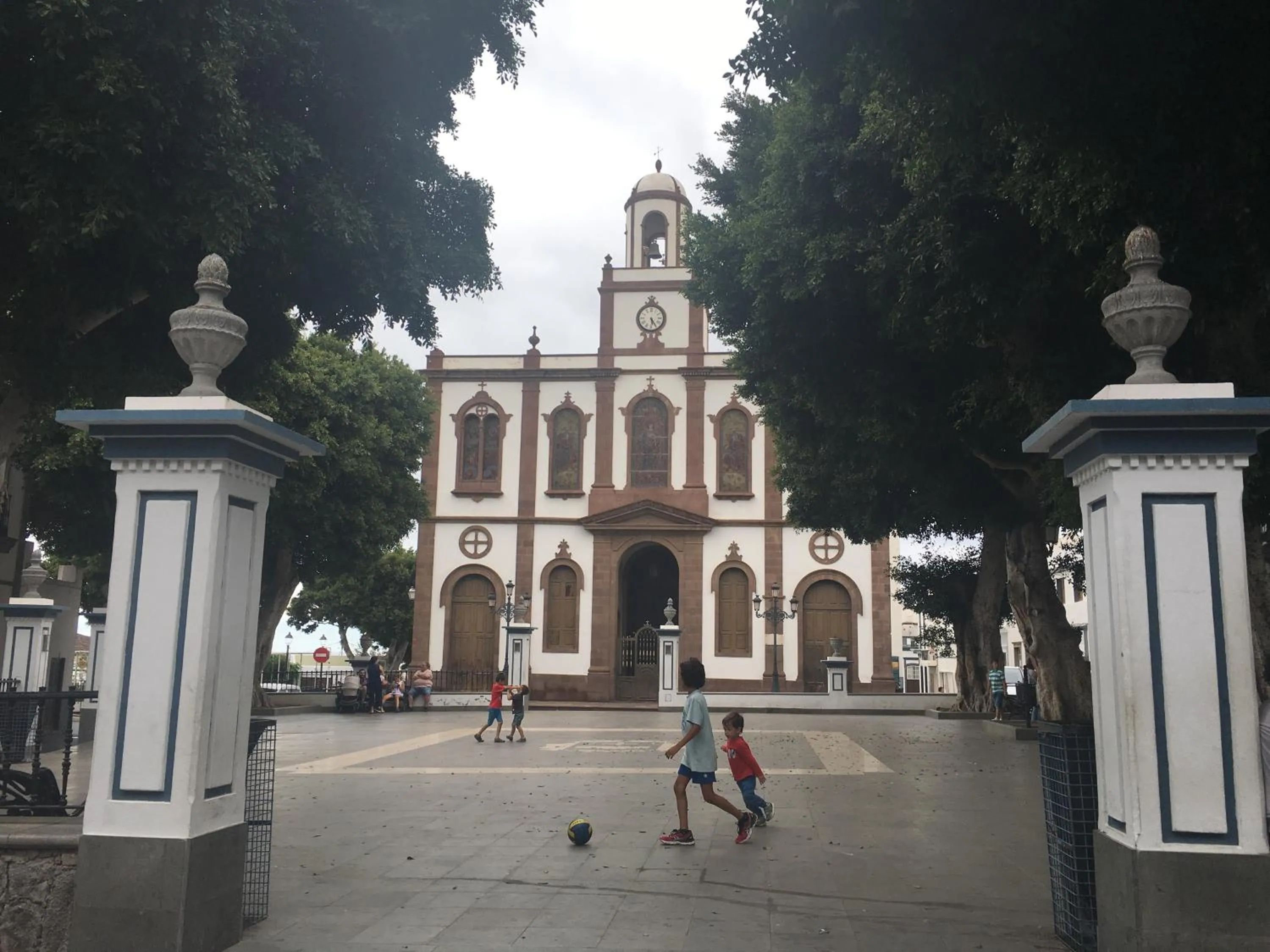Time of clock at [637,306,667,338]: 5:24
